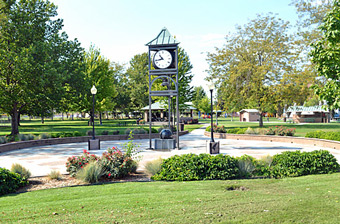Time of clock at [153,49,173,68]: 10:43
